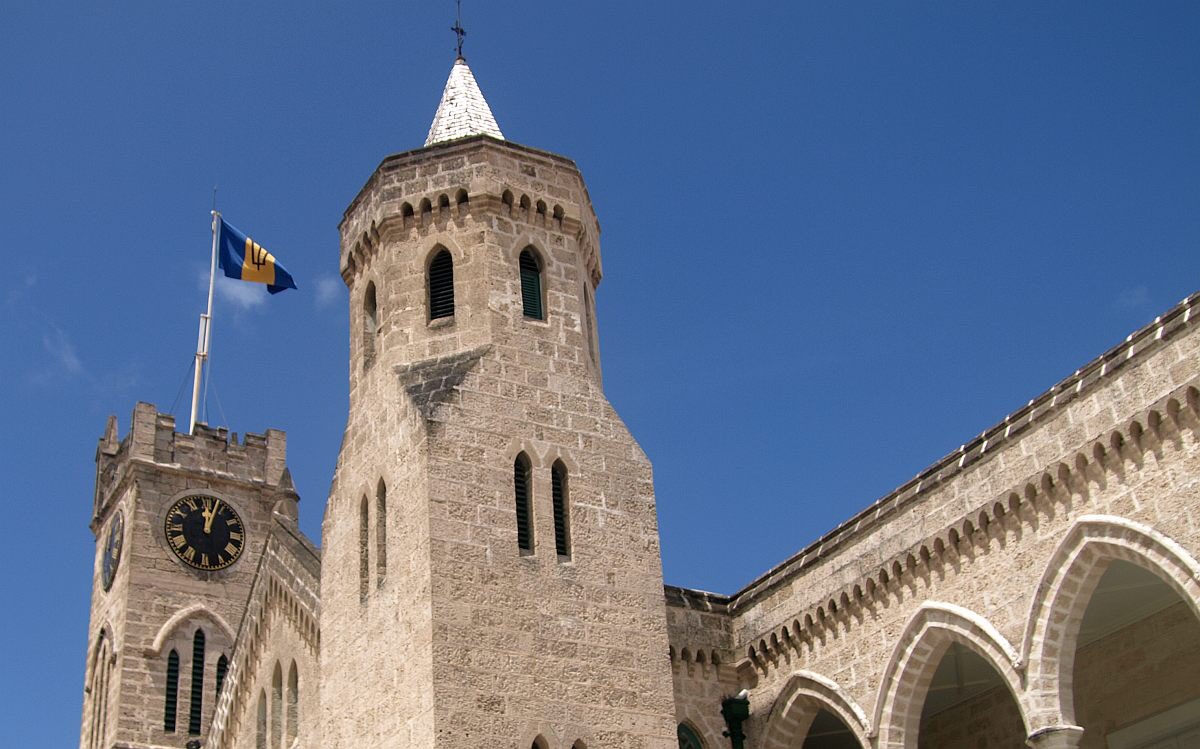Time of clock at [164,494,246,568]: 12:03
